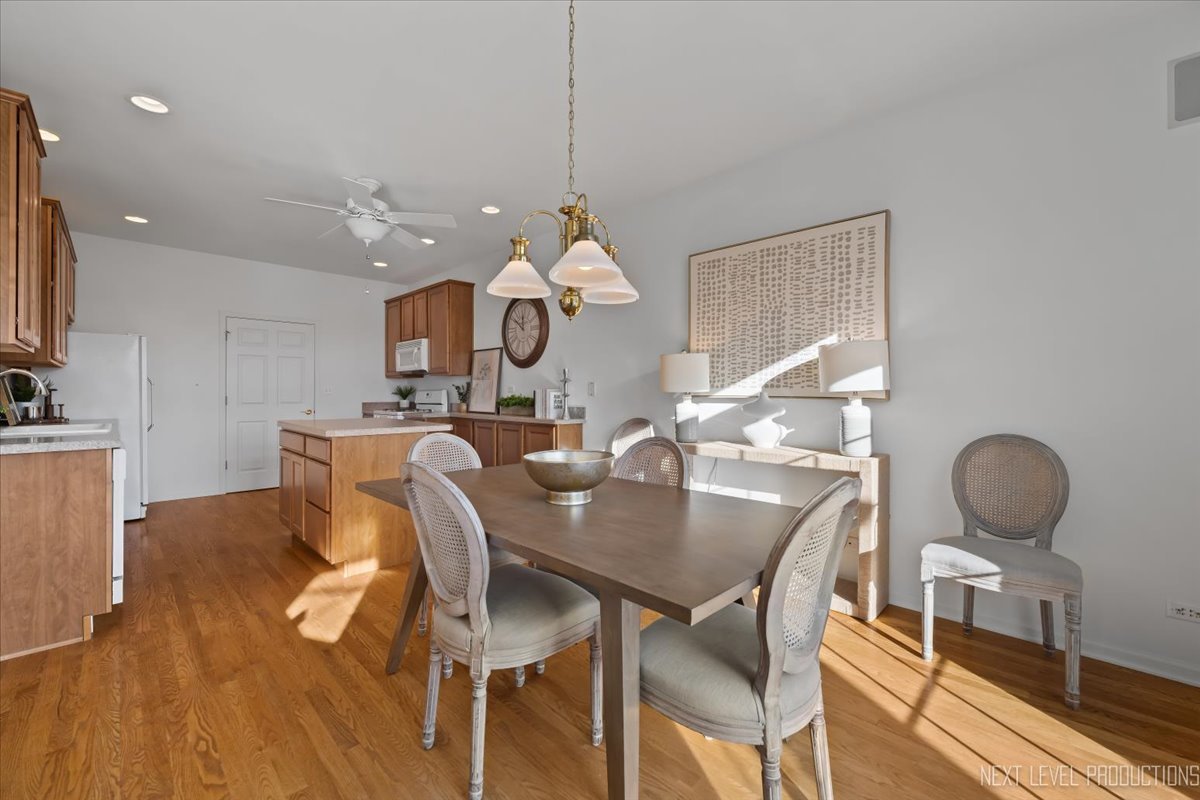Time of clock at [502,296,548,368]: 11:50
